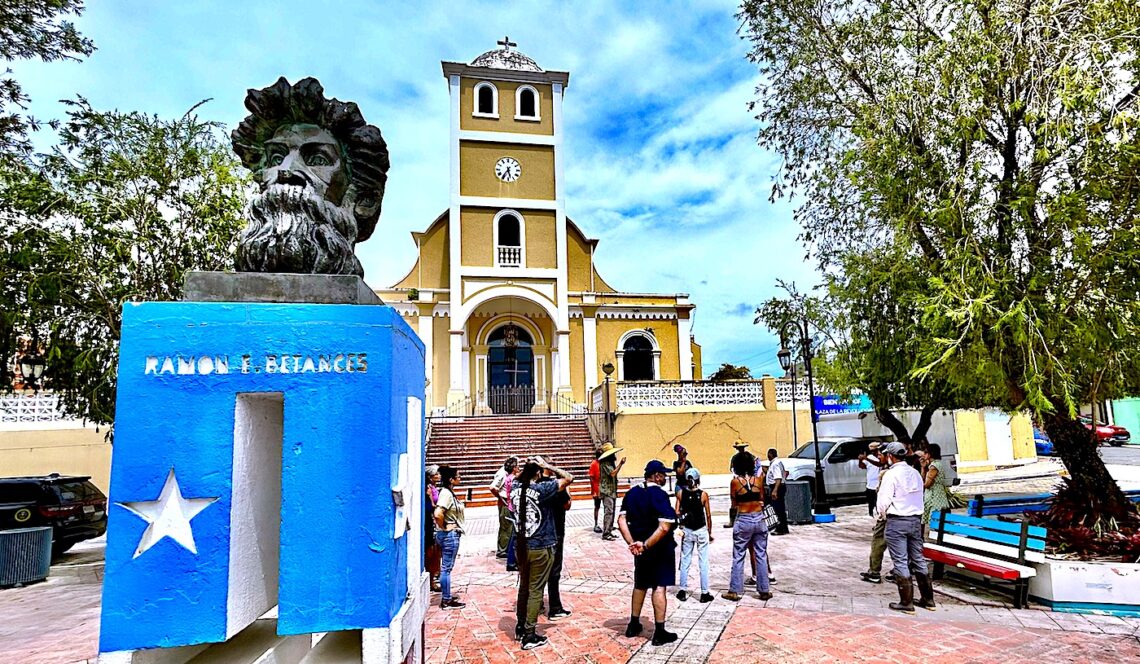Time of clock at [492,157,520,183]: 5:35
